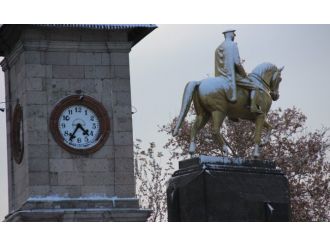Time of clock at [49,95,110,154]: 4:35
